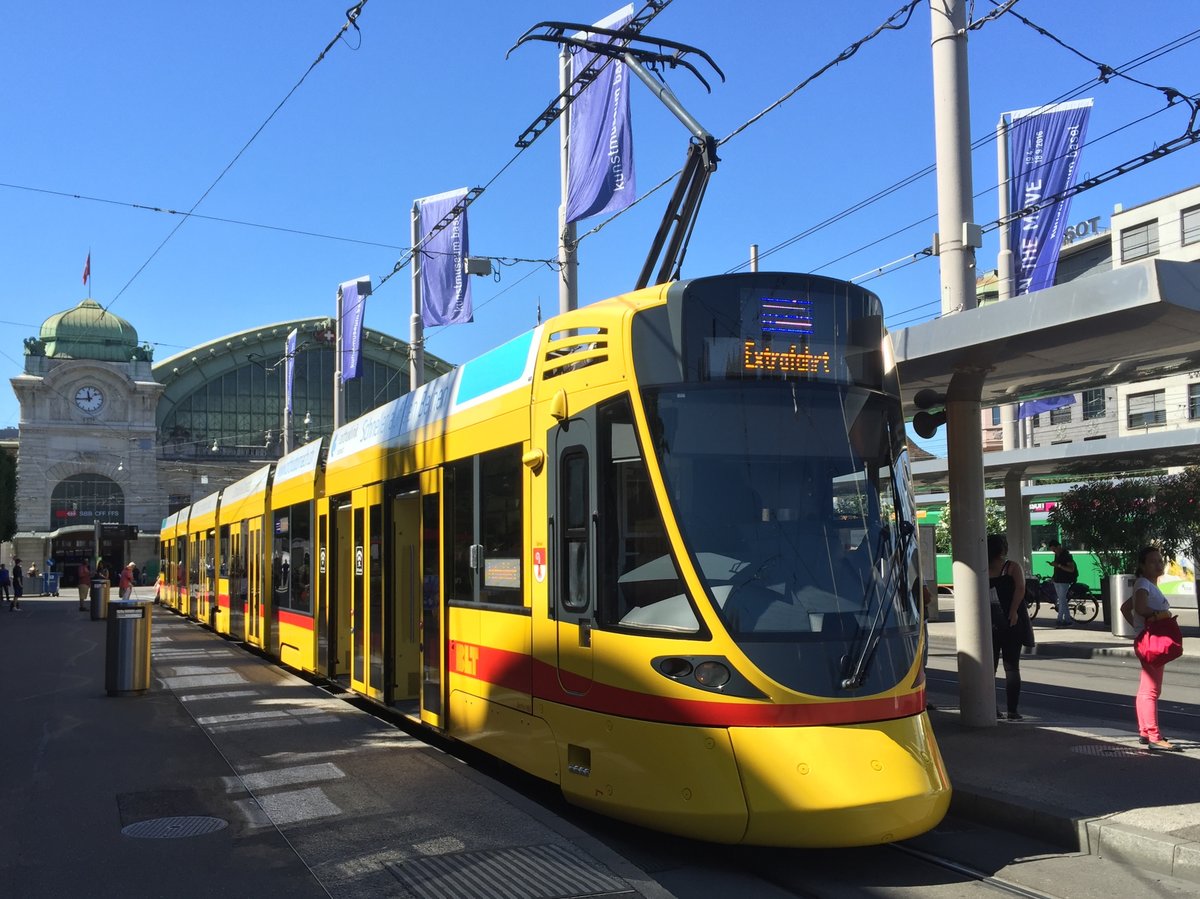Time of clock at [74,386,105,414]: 11:44
